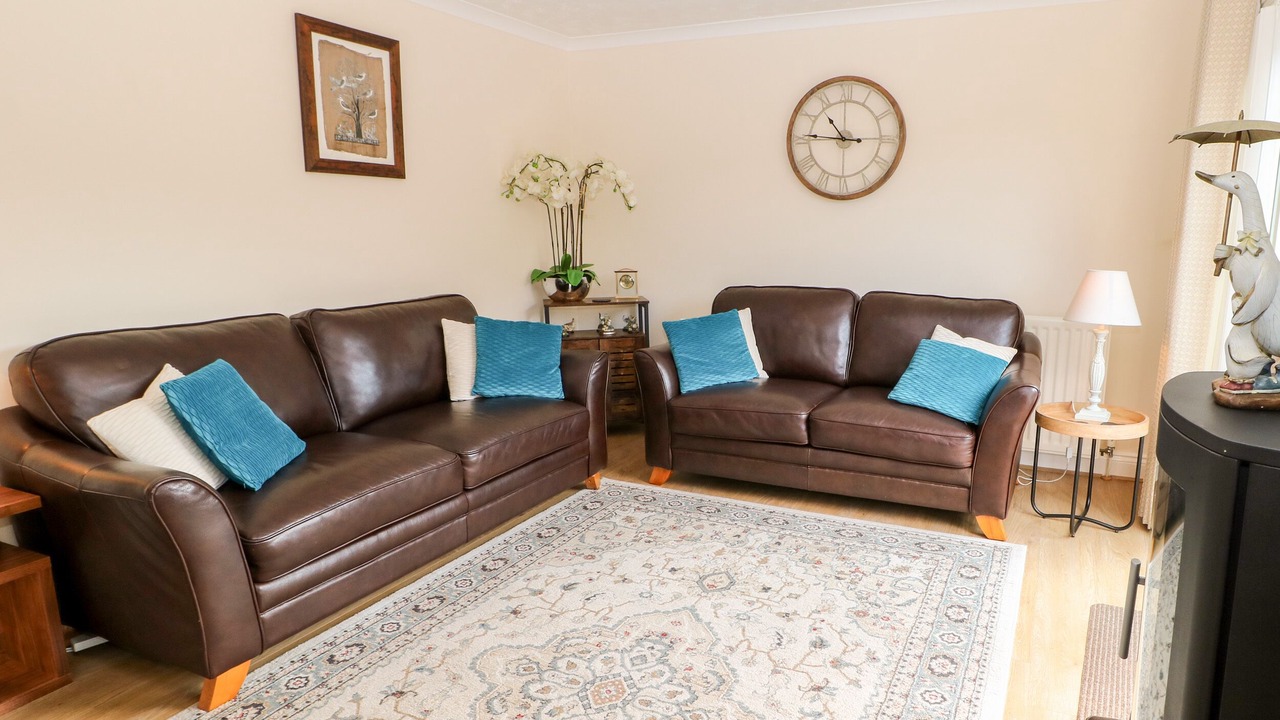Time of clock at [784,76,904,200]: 10:45
